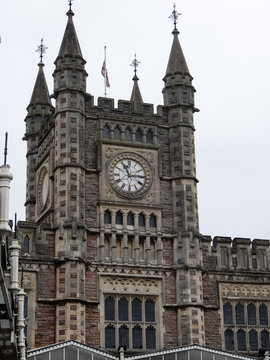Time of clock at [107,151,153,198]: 11:14
